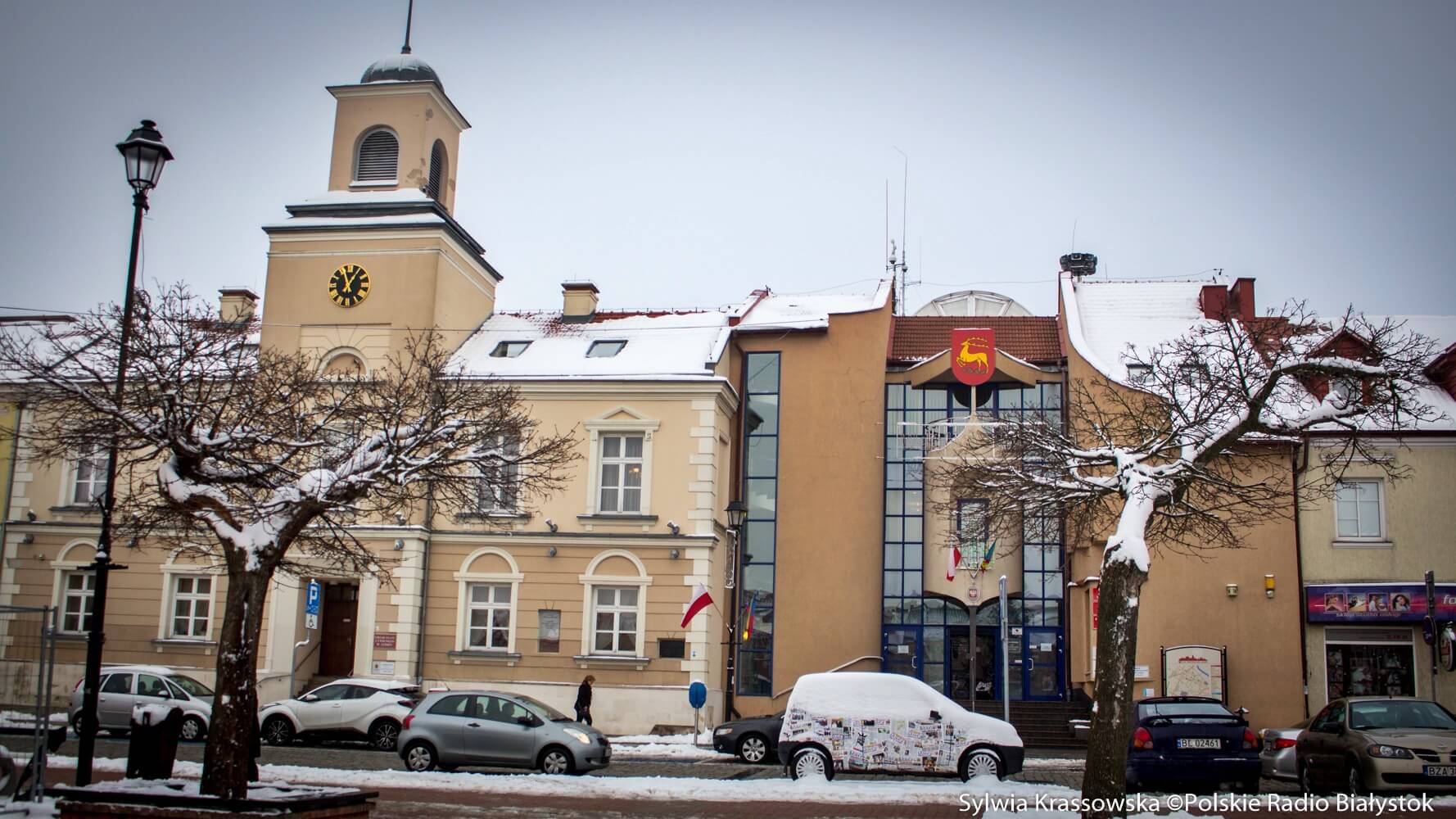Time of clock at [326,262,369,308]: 12:57
